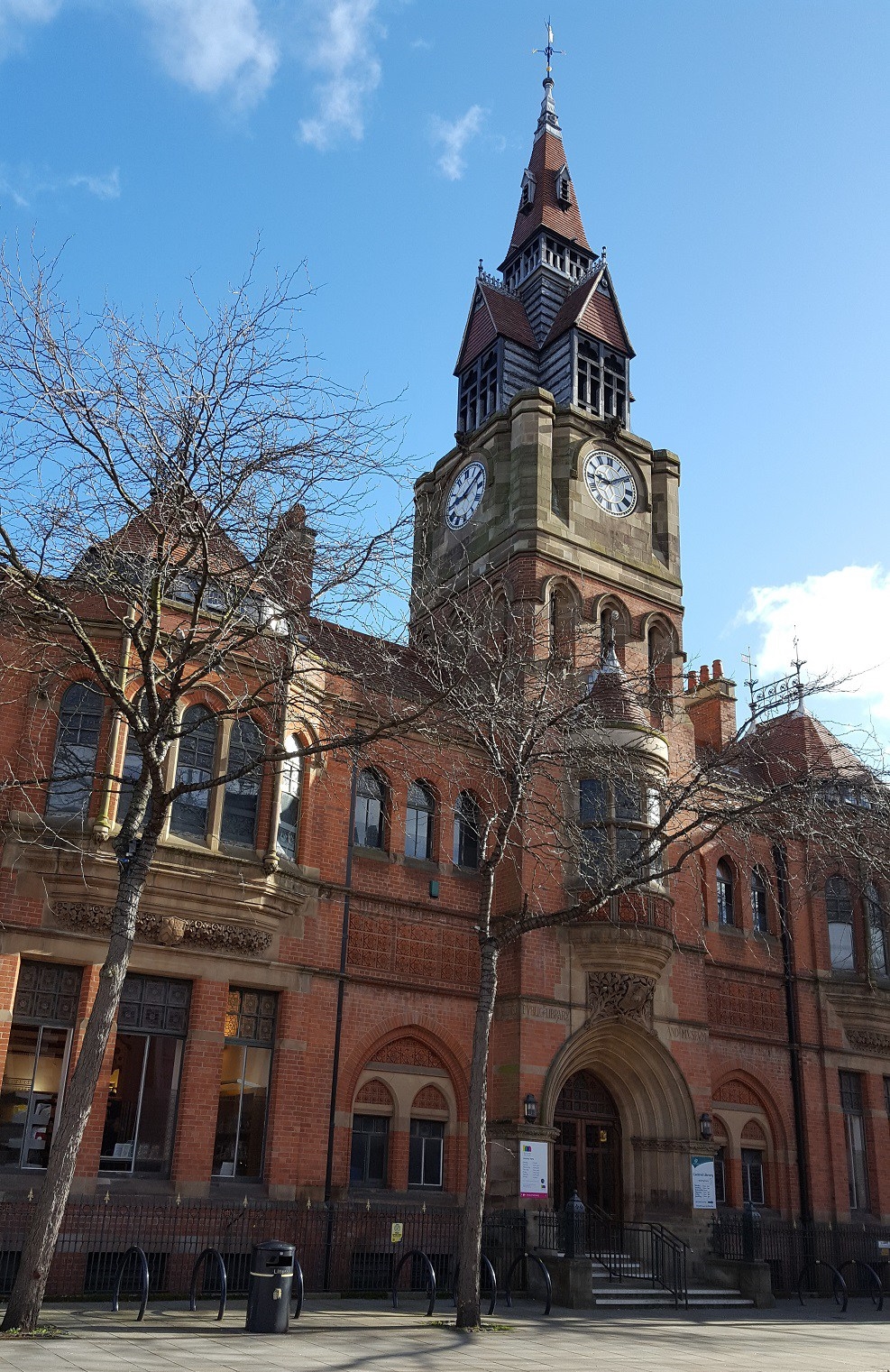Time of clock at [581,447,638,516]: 9:09
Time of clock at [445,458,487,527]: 8:09
